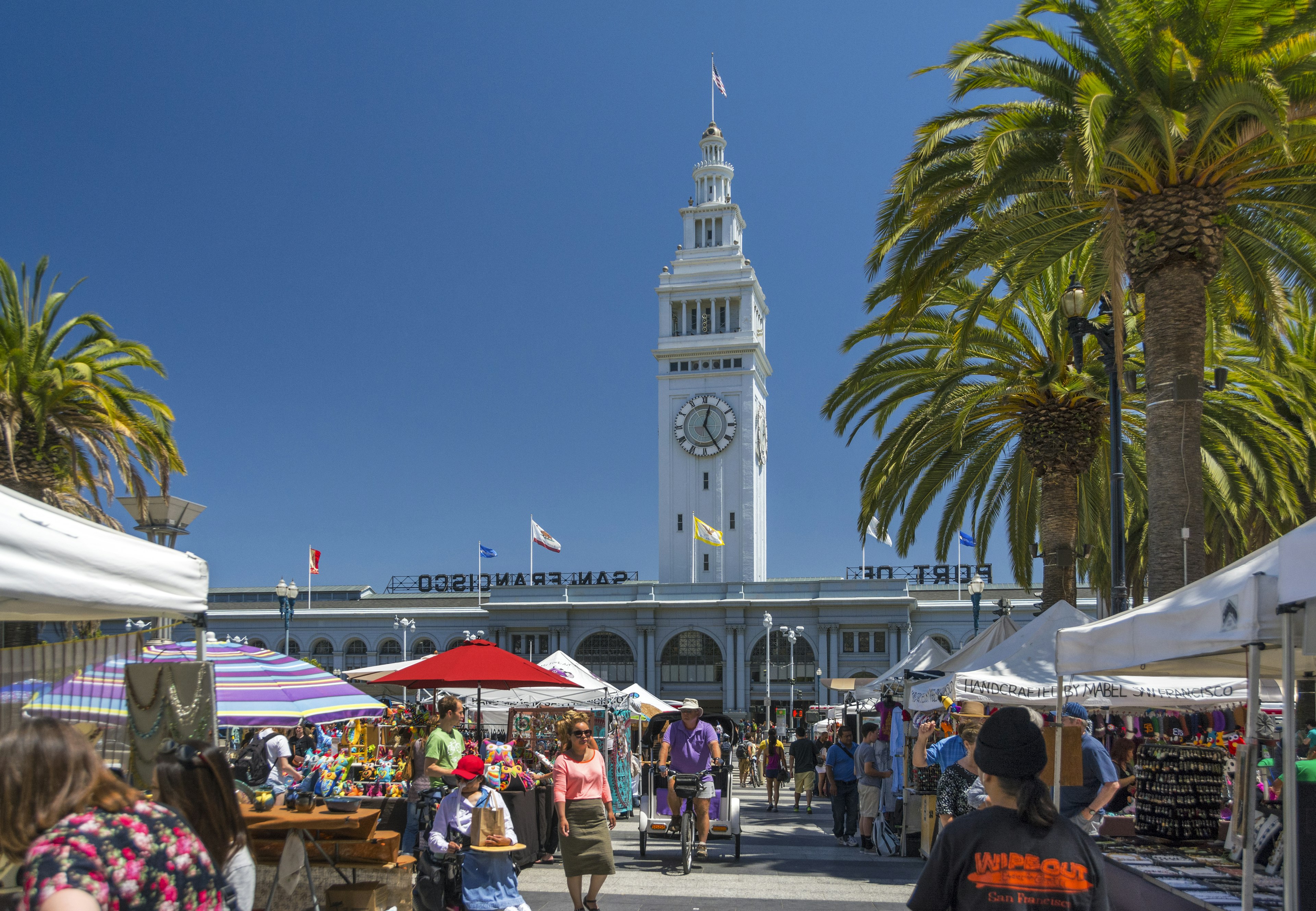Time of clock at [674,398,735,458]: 12:24
